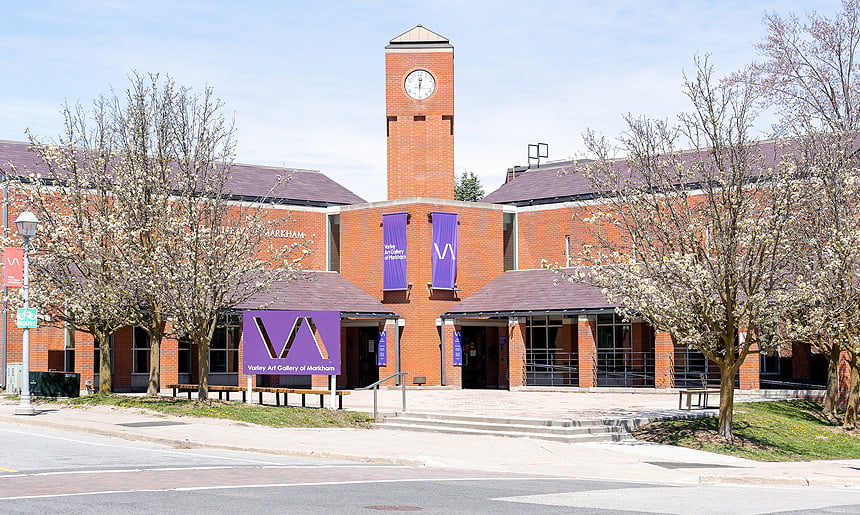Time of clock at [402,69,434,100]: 12:30
